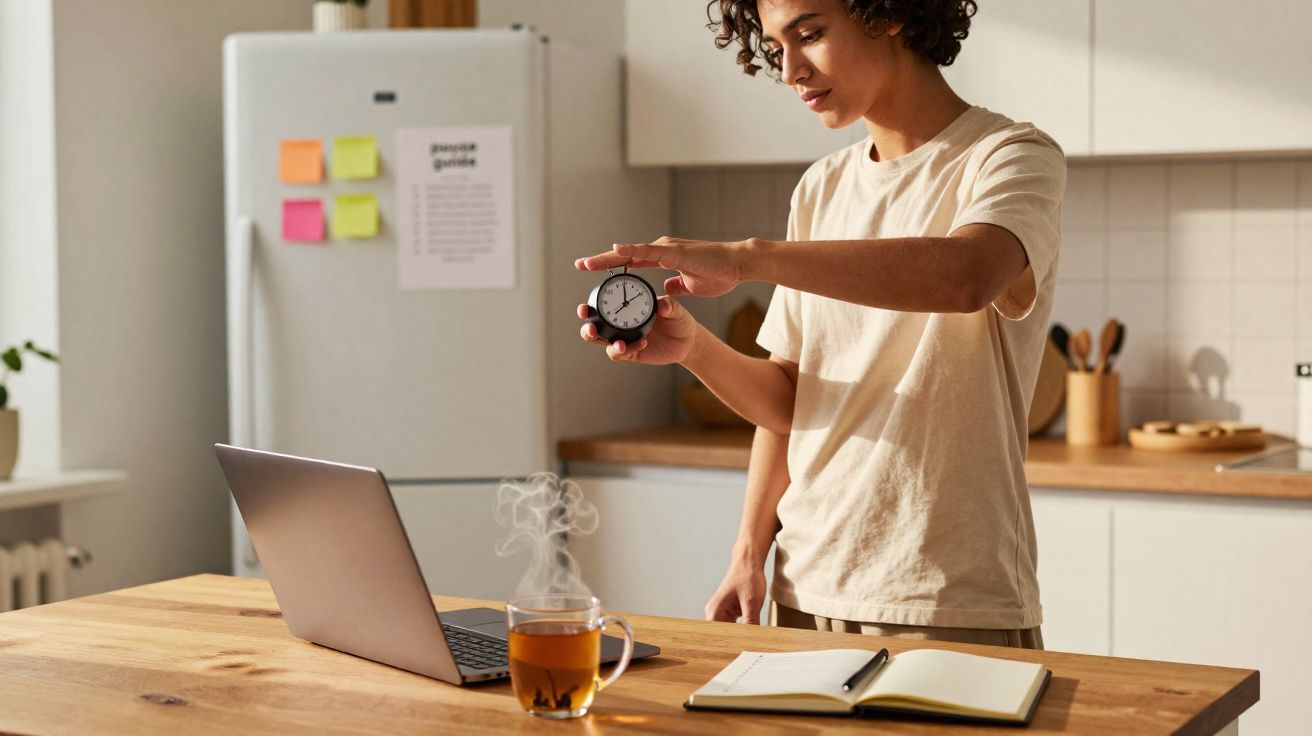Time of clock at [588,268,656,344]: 11:59
